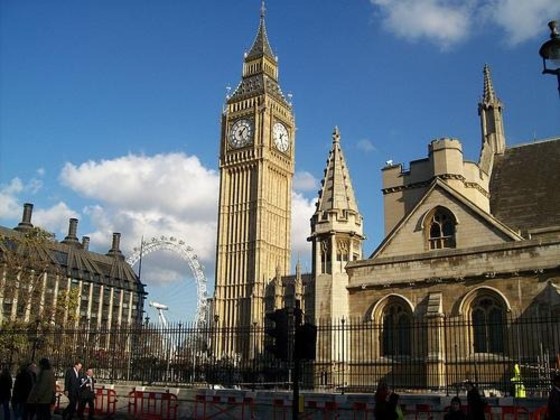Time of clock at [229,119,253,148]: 1:26
